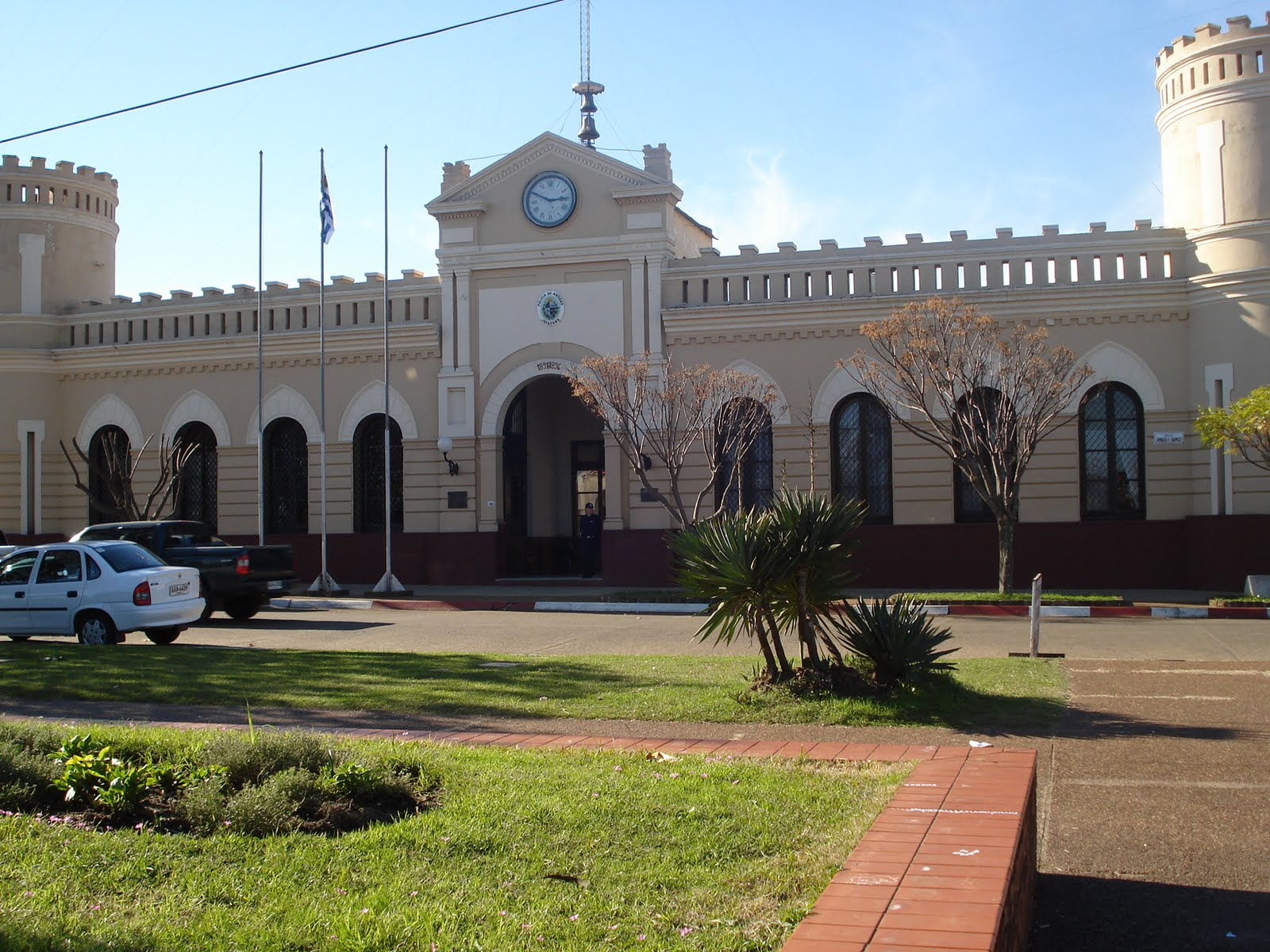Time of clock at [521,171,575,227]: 2:49
